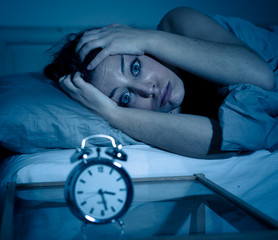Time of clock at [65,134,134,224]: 3:27
